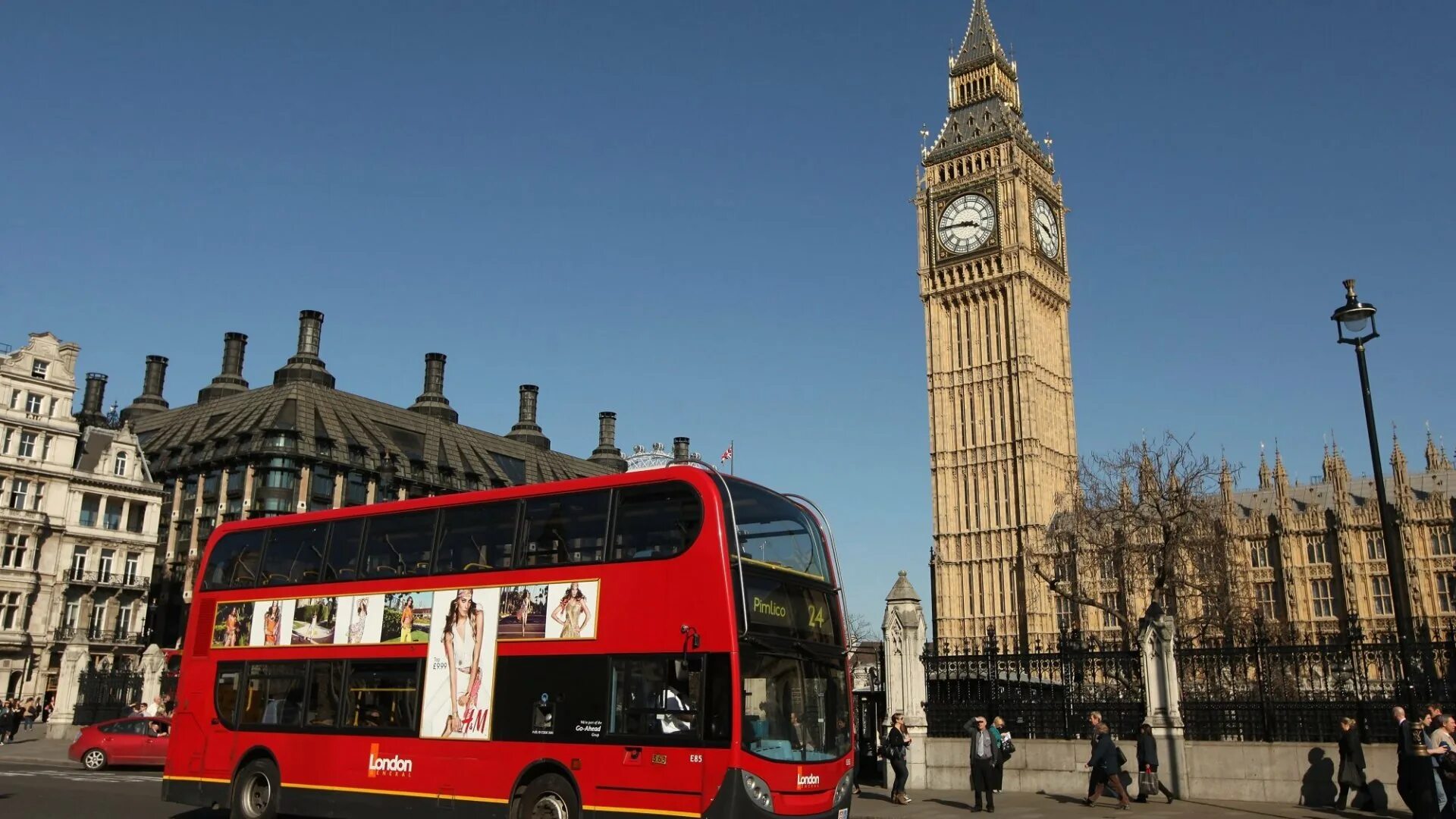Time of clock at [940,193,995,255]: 3:45
